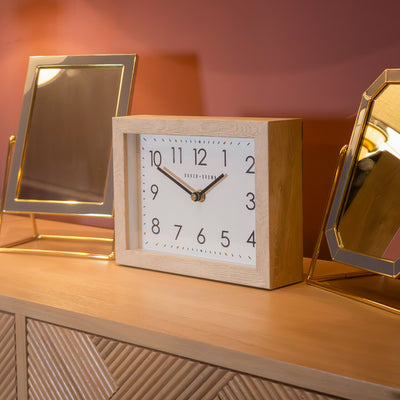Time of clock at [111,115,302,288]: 1:50
